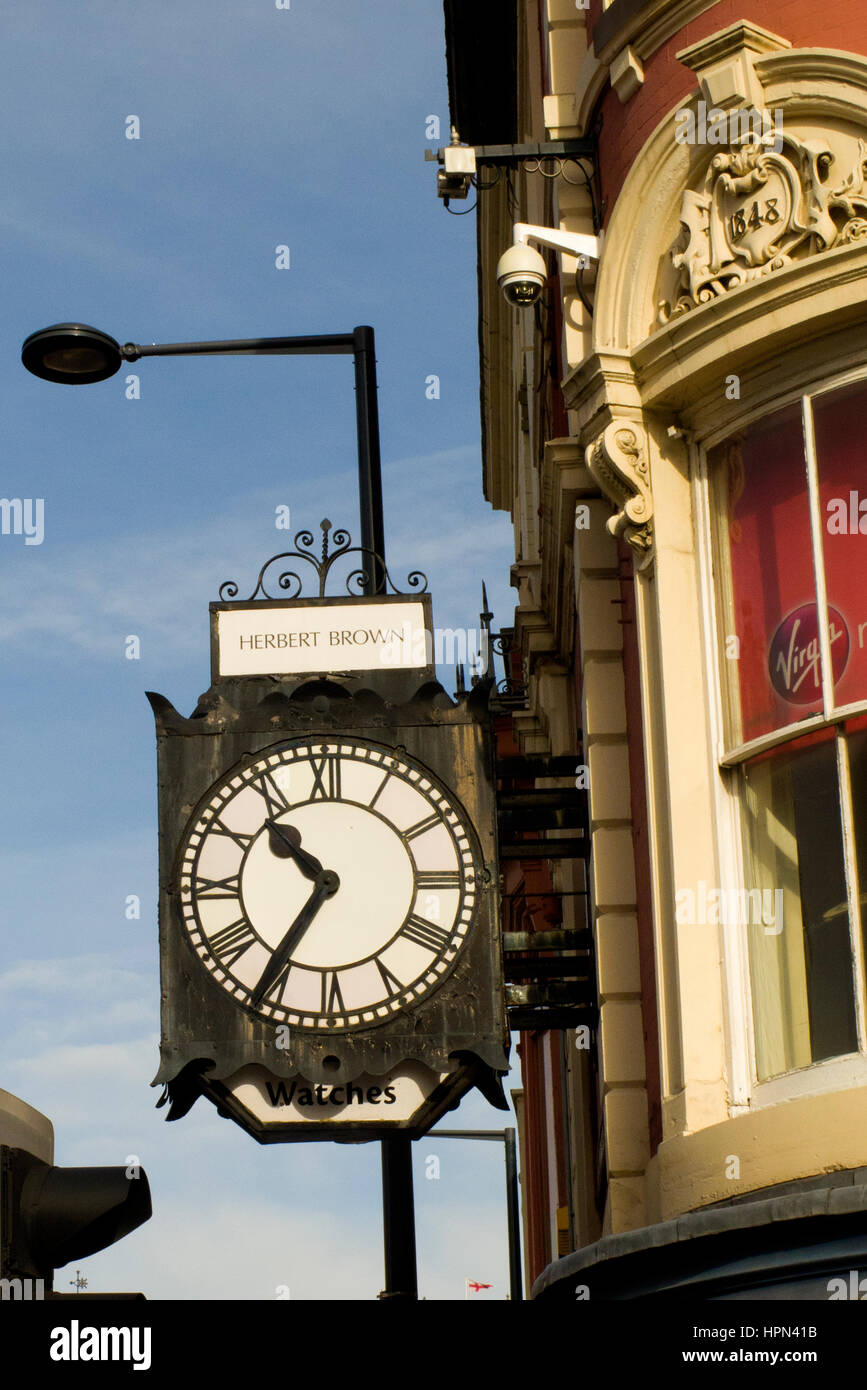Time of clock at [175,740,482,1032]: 10:35
